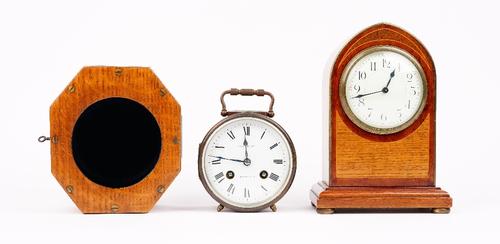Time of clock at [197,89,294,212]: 11:46
